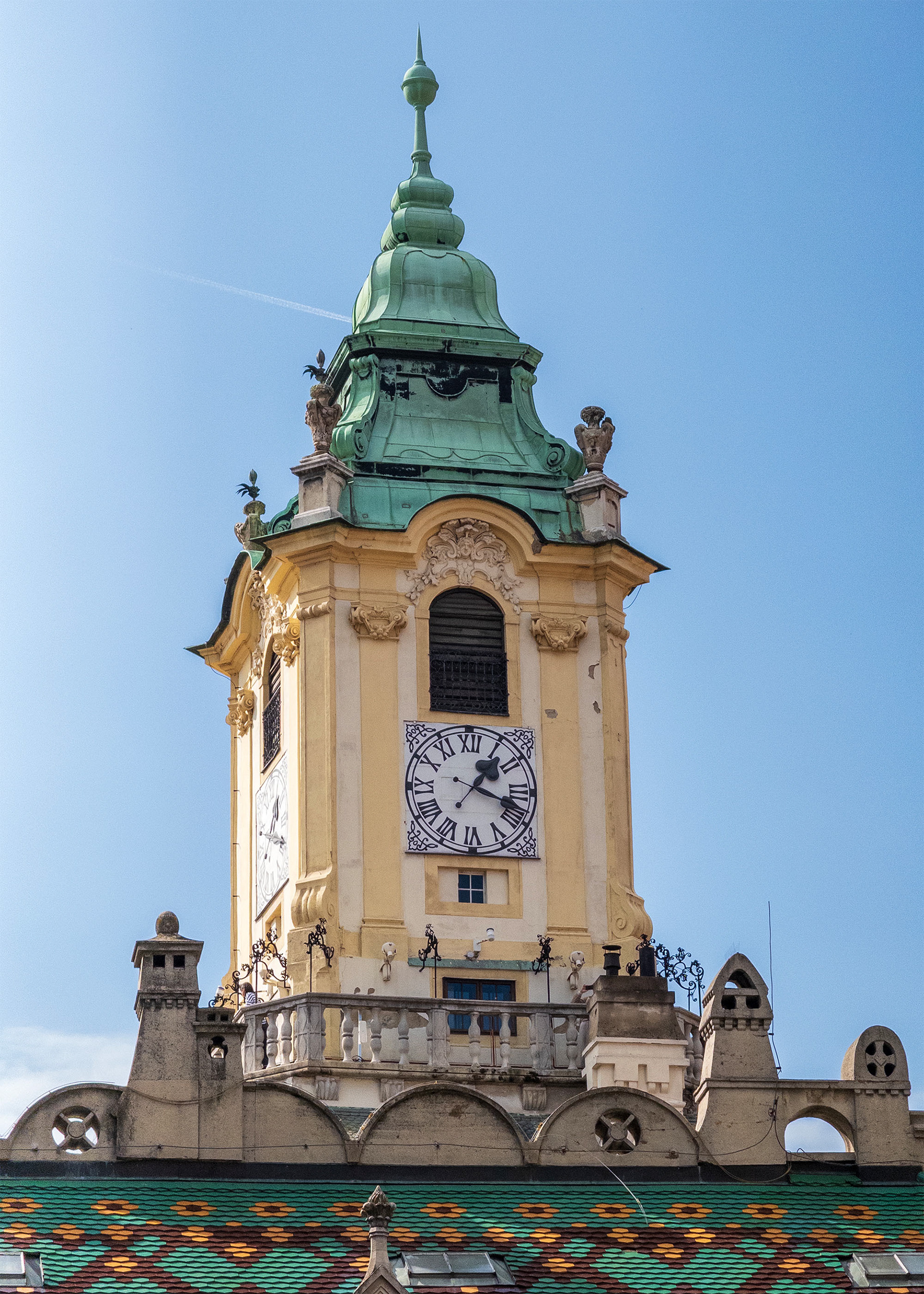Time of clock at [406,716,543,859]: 1:18
